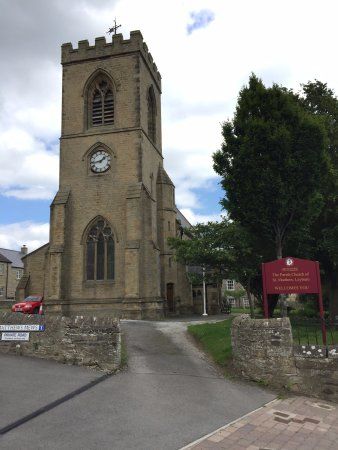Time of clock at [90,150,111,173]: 1:43
